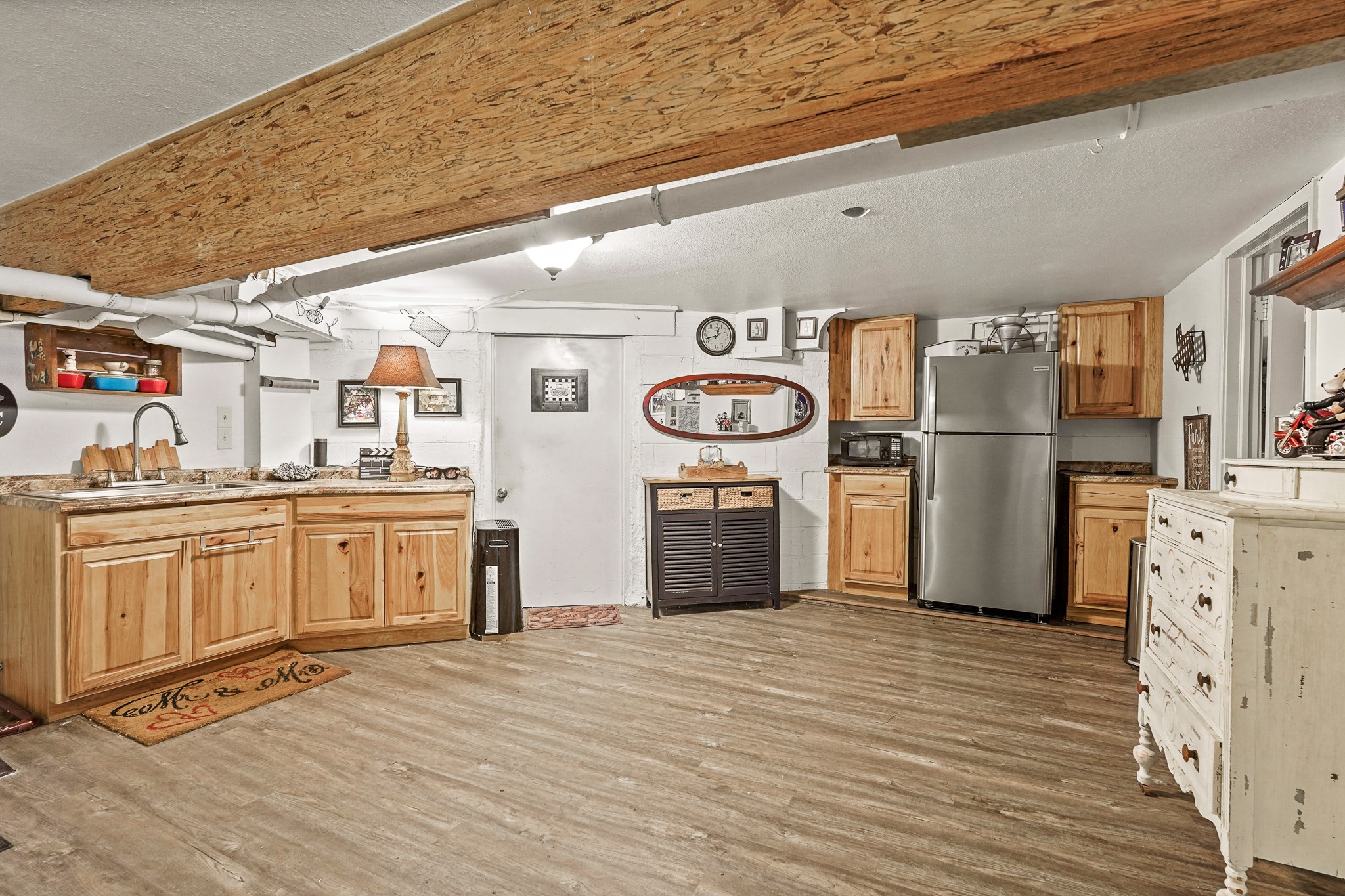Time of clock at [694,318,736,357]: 12:42
